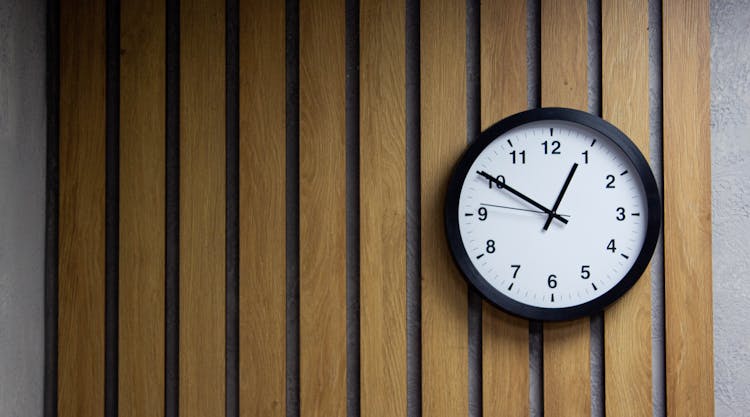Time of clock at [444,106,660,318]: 12:49
